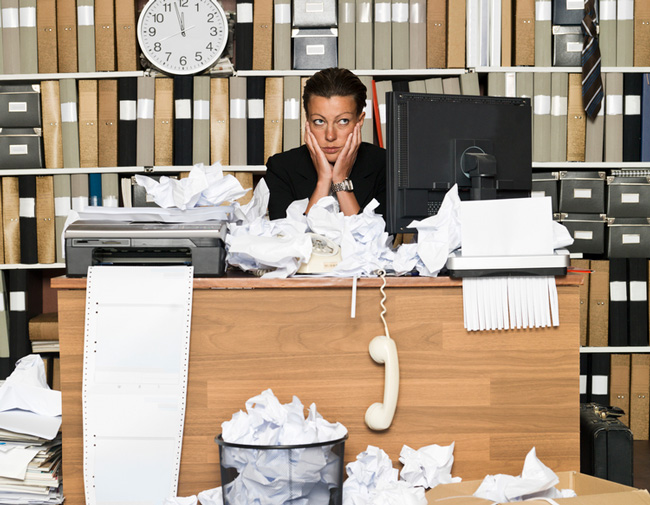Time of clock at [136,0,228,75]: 11:57
